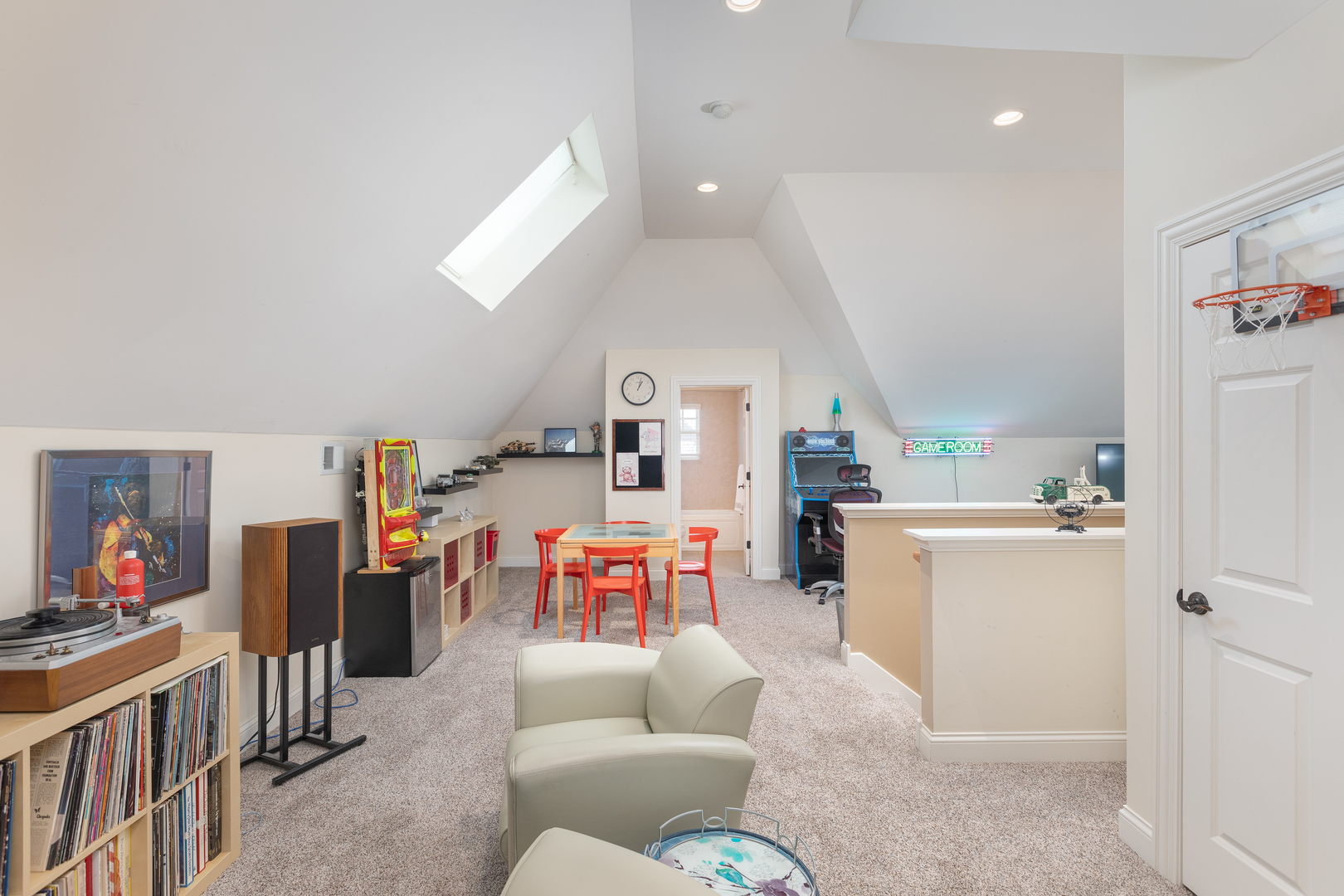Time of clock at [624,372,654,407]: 1:02
